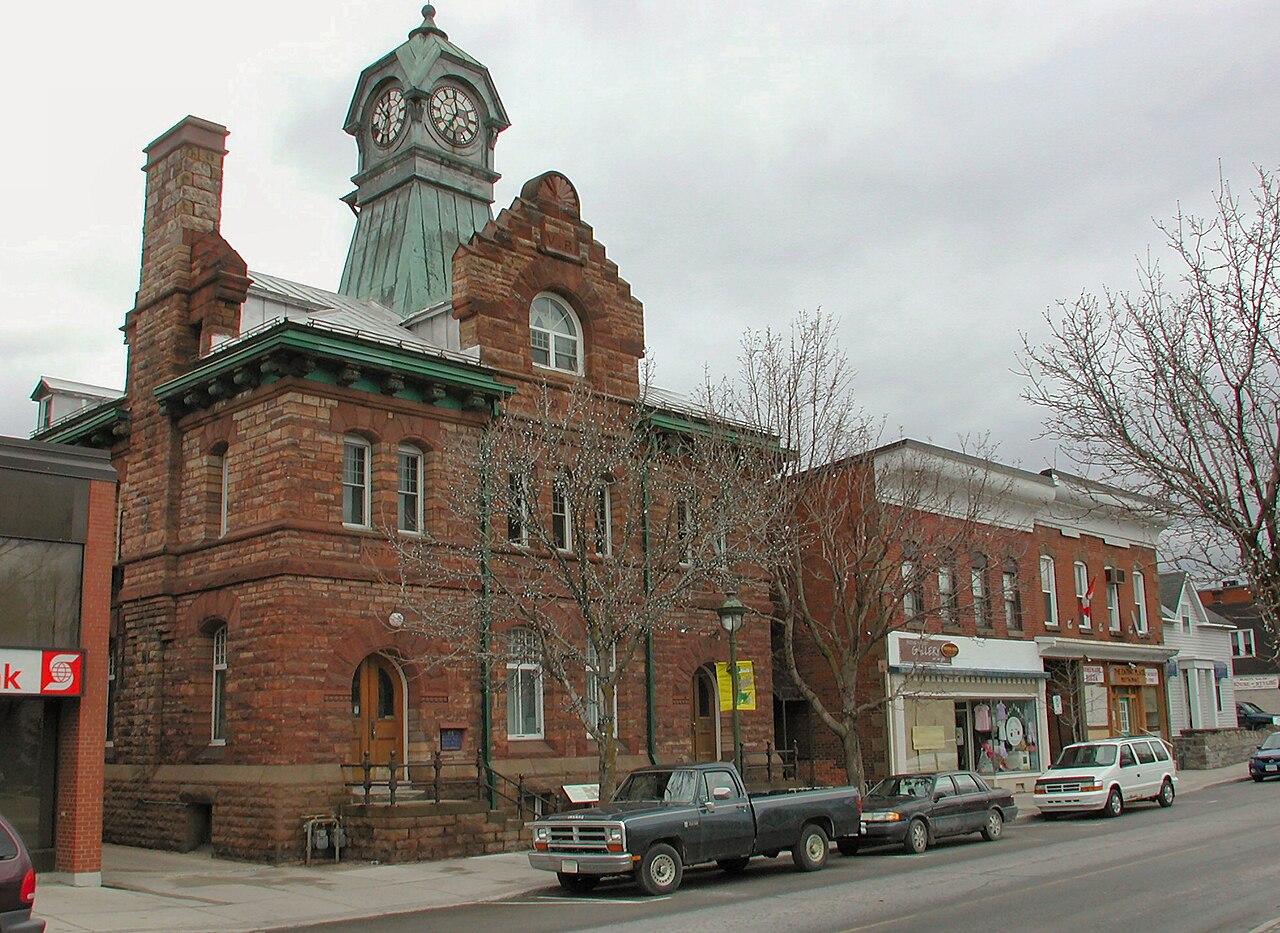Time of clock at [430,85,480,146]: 6:58
